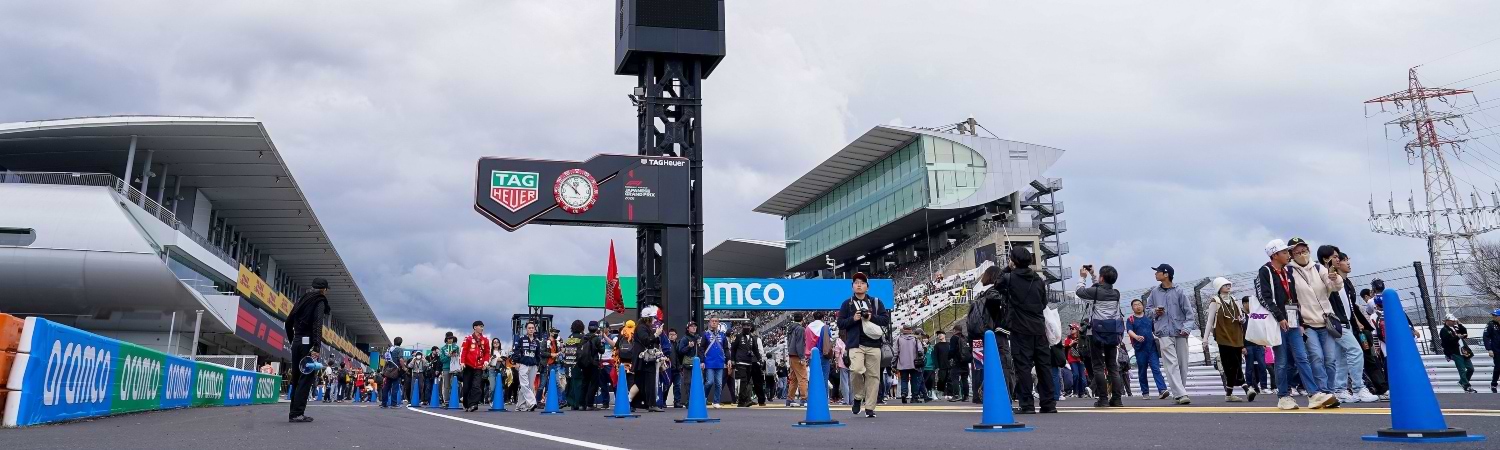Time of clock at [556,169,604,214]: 11:52
